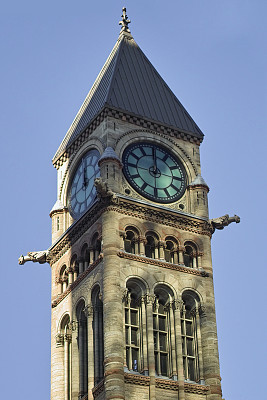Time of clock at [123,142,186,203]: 11:59
